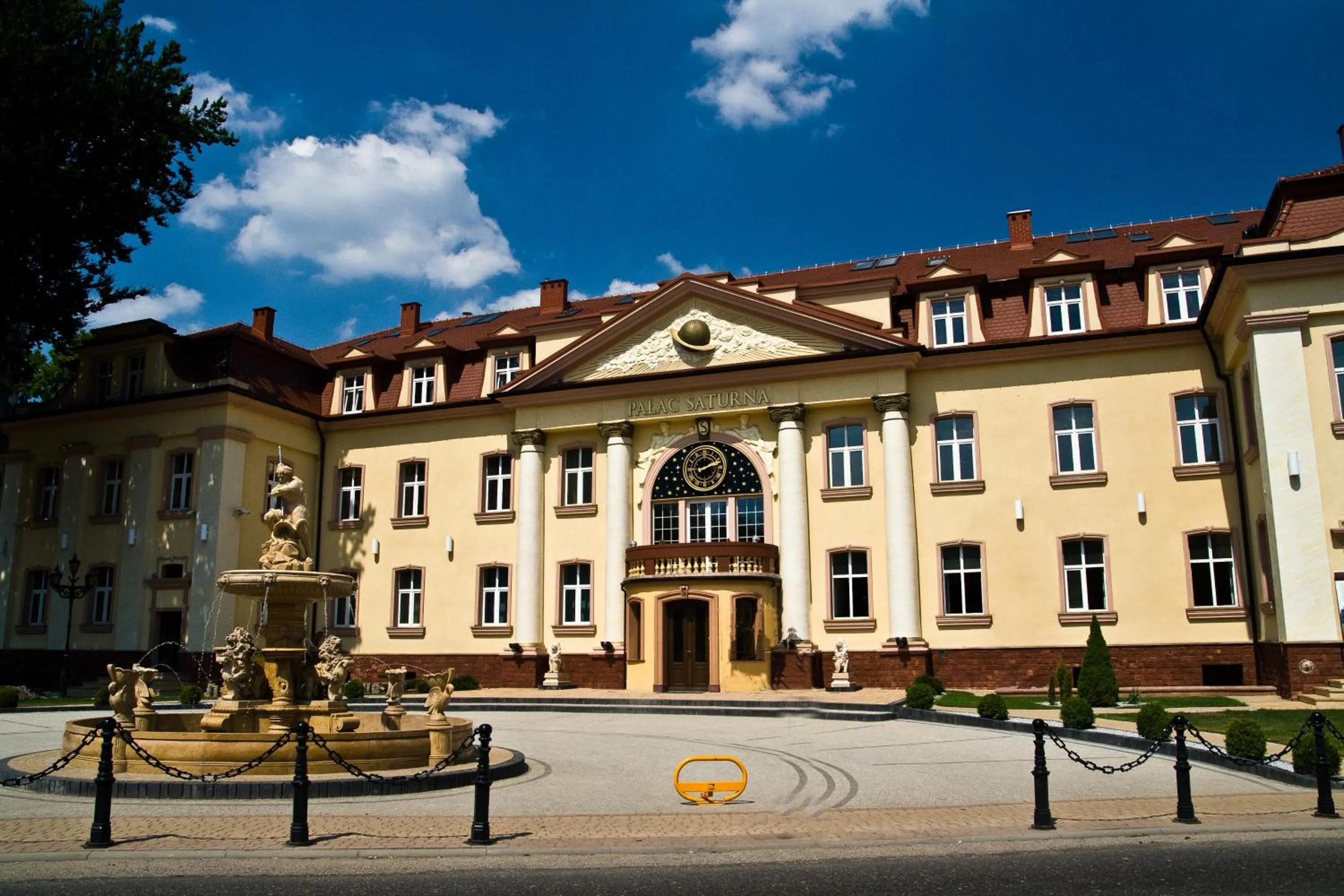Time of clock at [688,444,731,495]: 2:11
